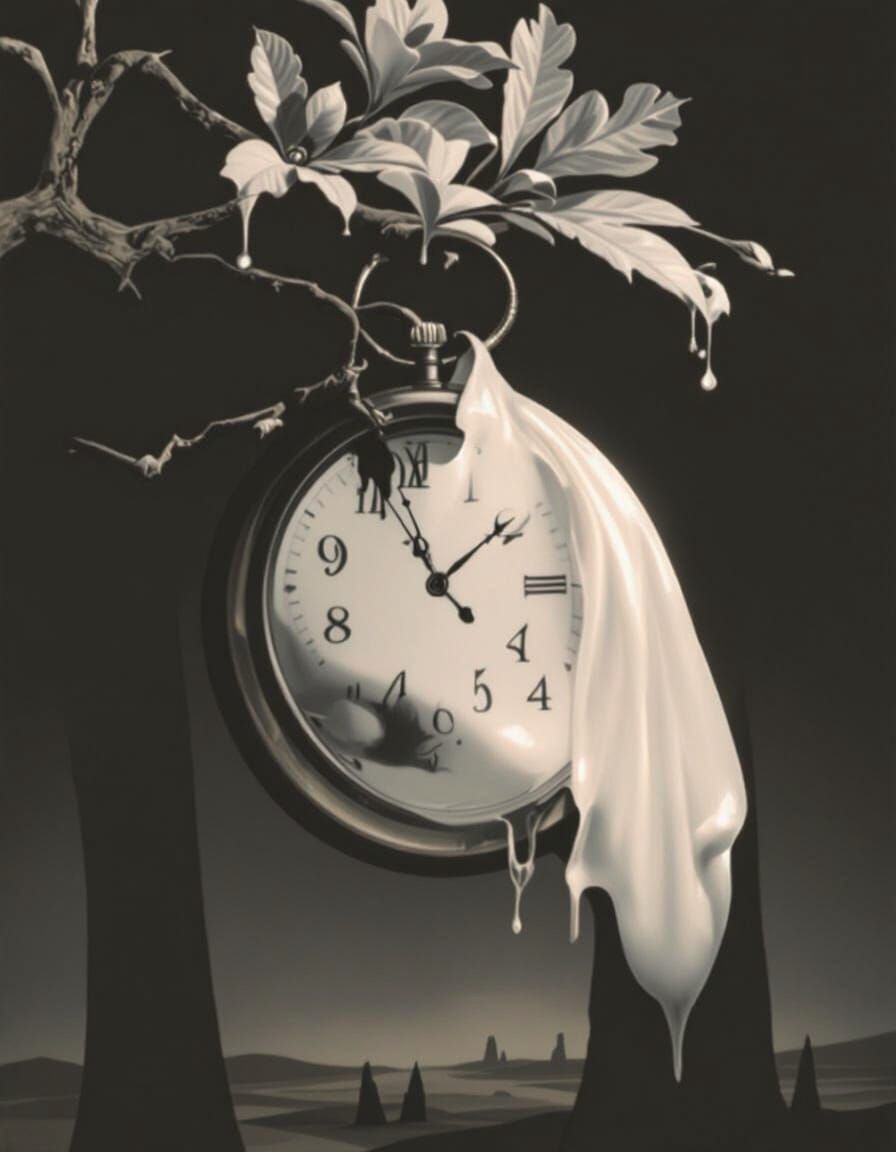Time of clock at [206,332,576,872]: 1:56
